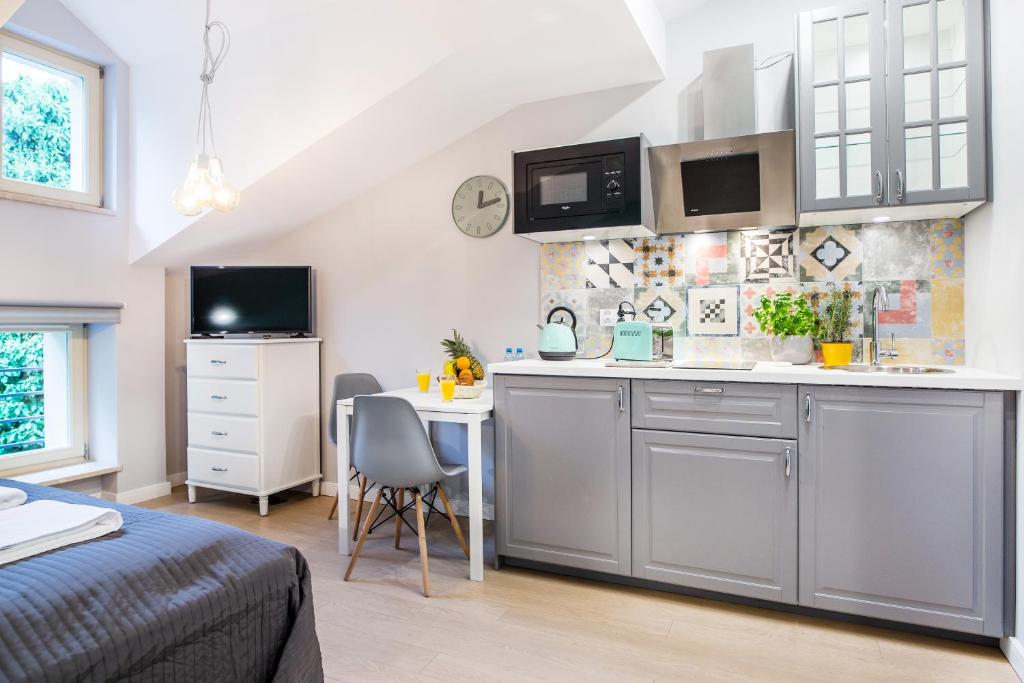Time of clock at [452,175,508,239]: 12:12
